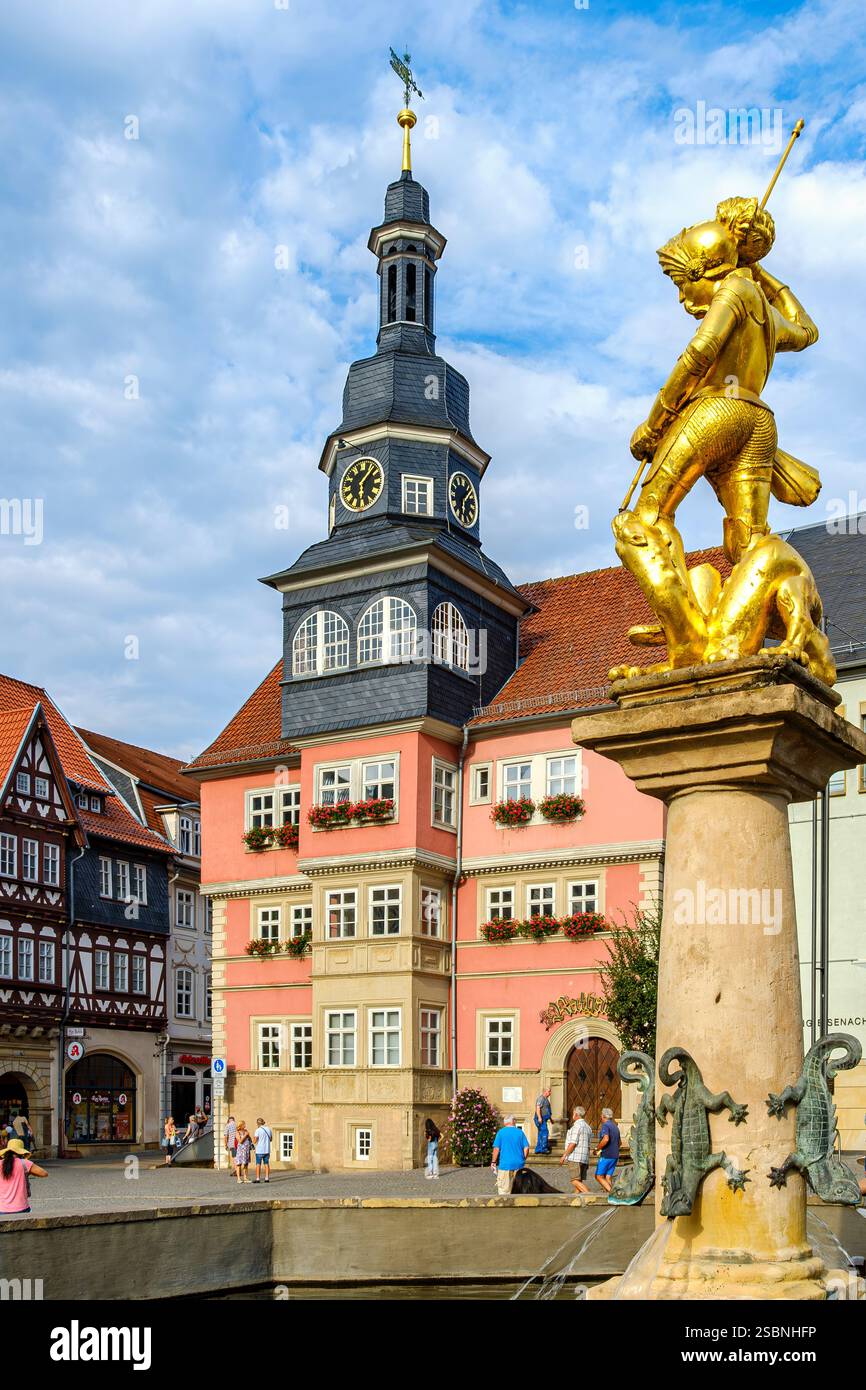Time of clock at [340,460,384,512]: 1:28
